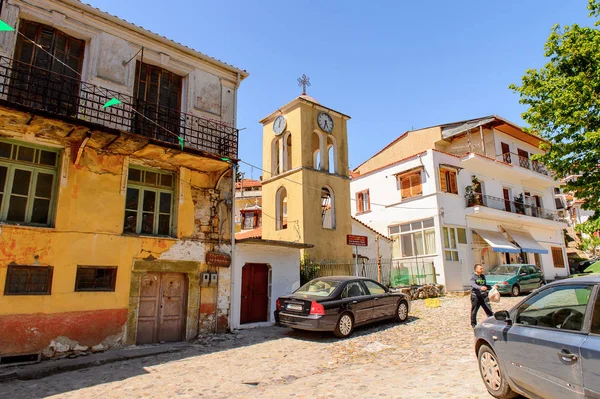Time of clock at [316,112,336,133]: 5:33
